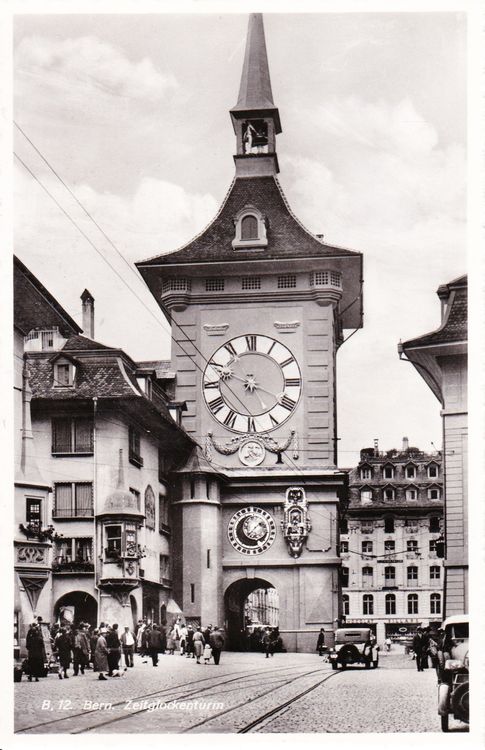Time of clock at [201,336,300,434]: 3:48
